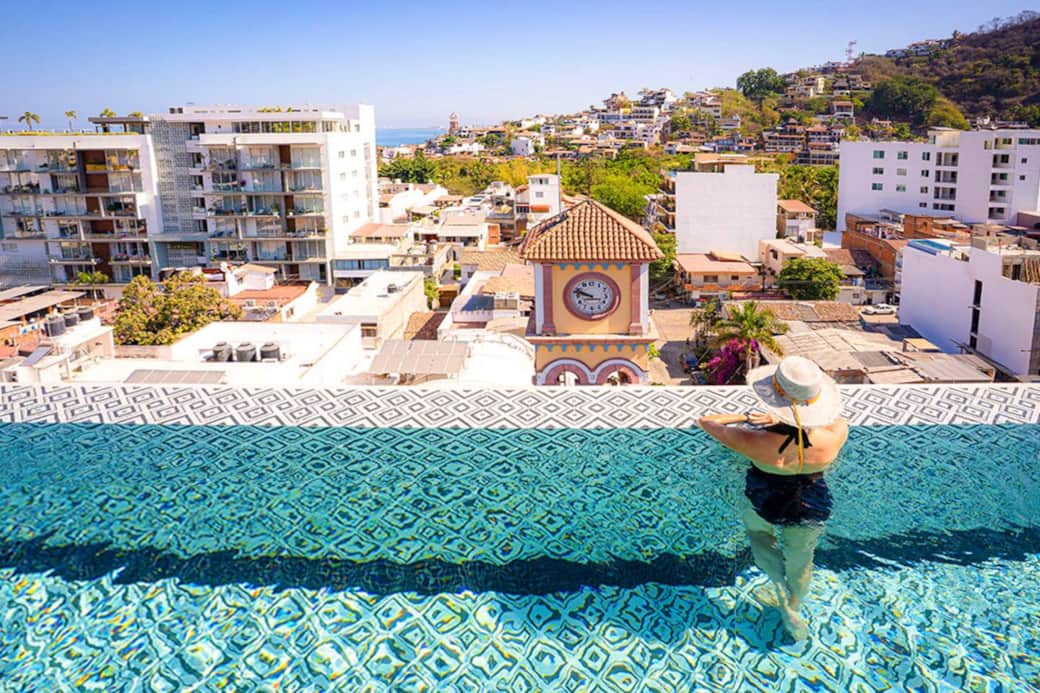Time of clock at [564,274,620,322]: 9:47
